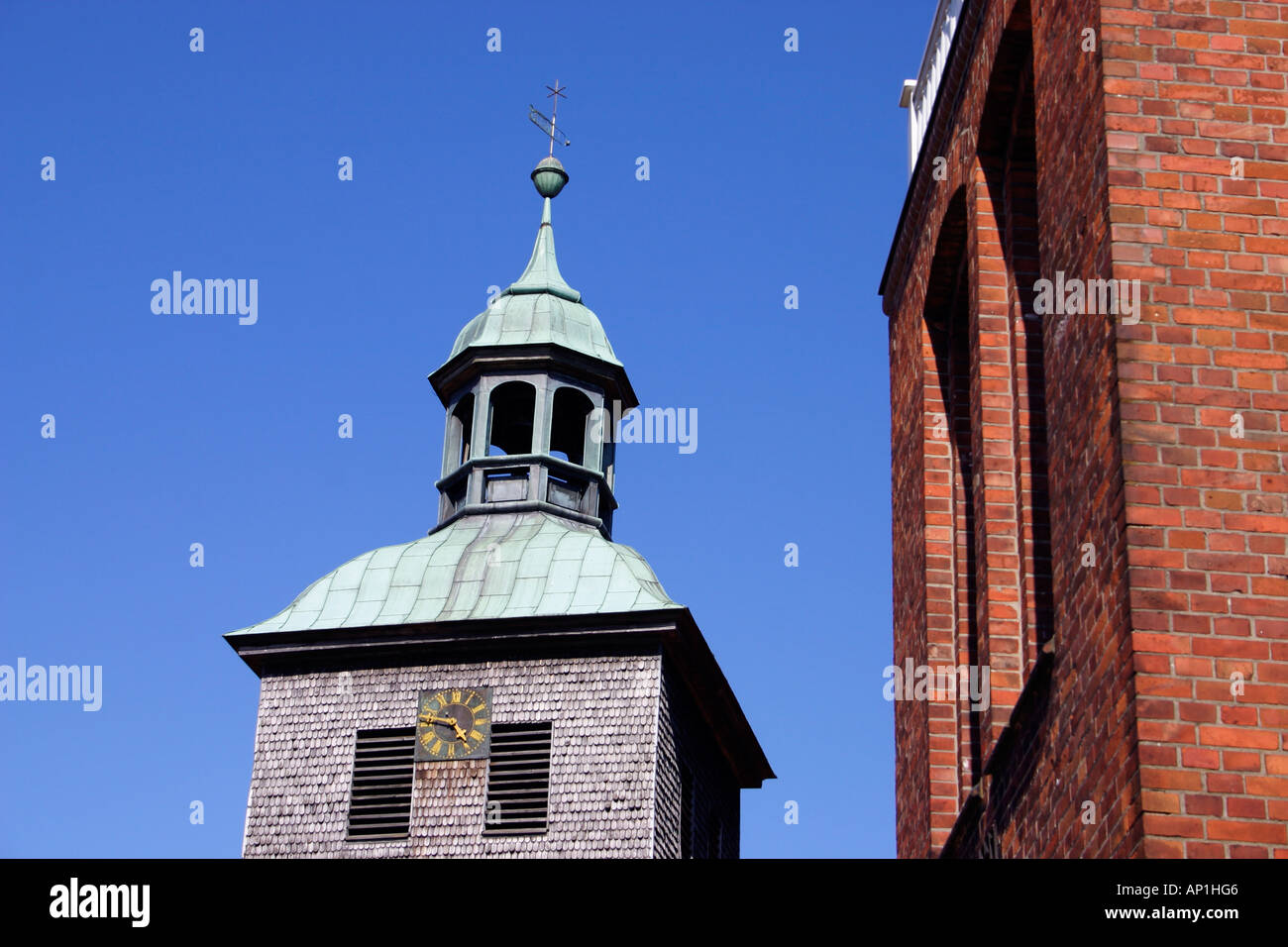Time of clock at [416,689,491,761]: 4:46
